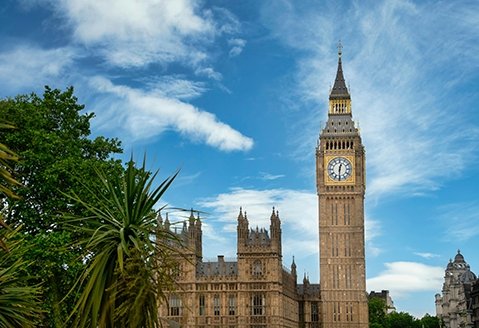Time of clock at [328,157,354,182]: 12:30
